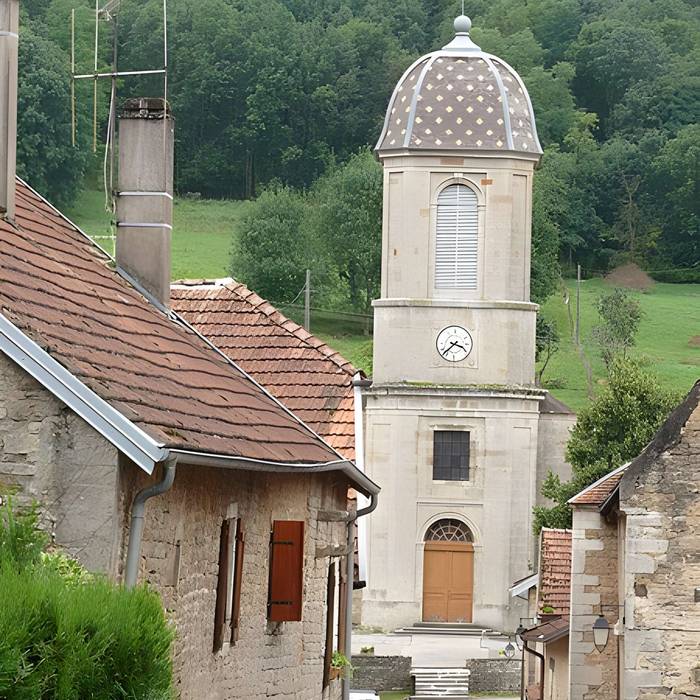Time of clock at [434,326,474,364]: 3:37
